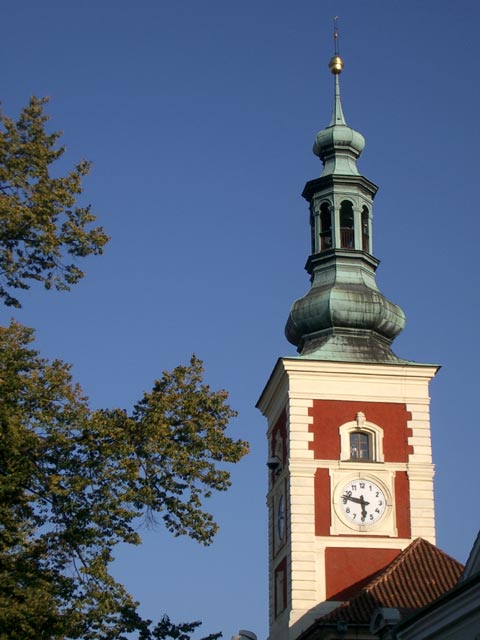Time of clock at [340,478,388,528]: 5:47
